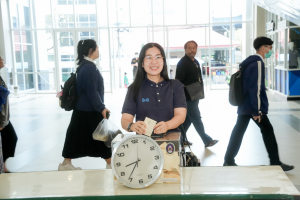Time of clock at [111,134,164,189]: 8:36
